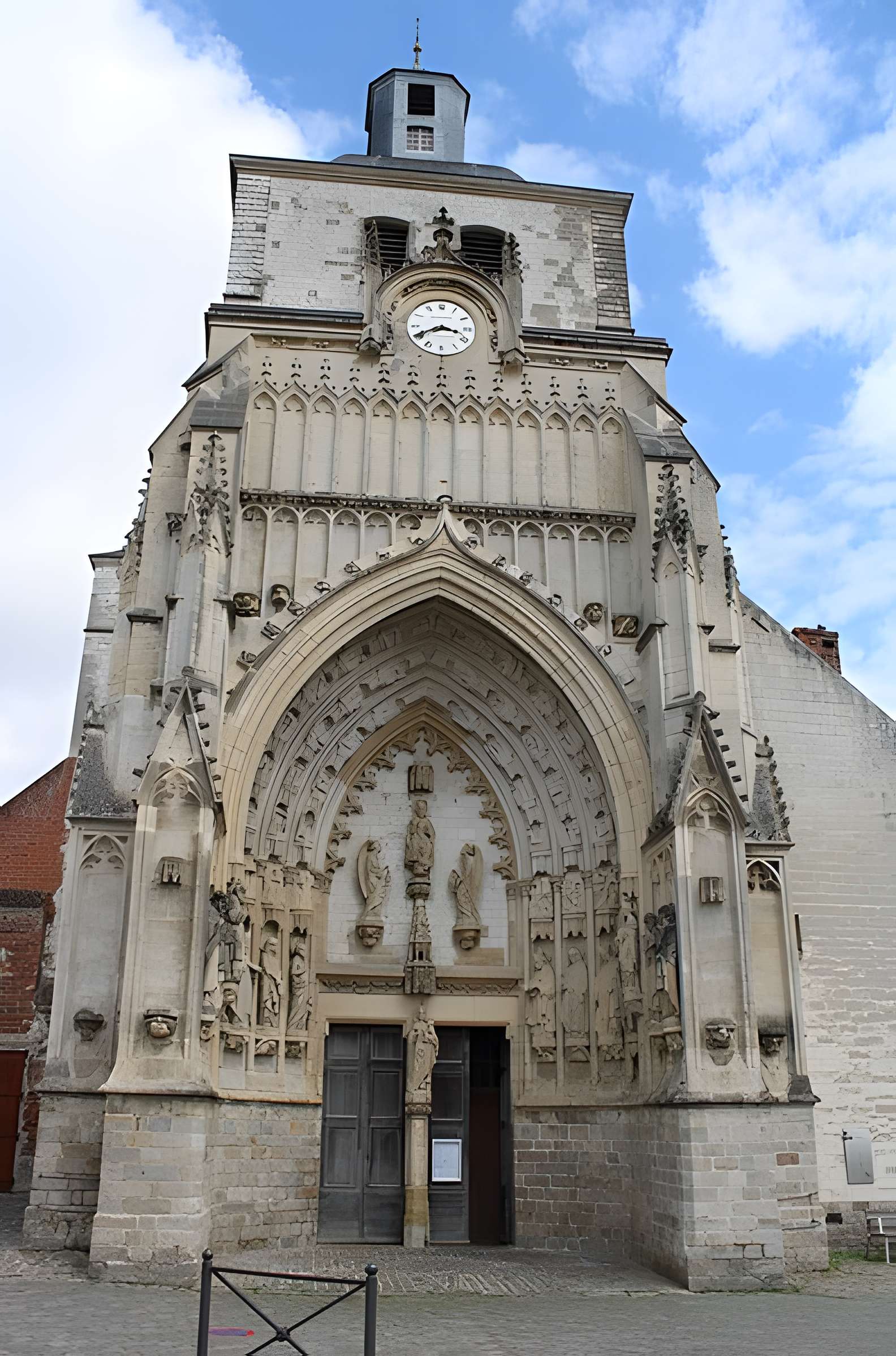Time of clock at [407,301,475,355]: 3:40
